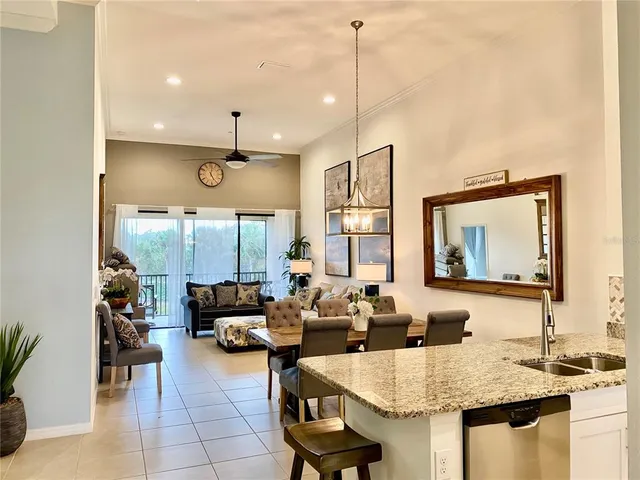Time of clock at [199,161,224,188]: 5:01
